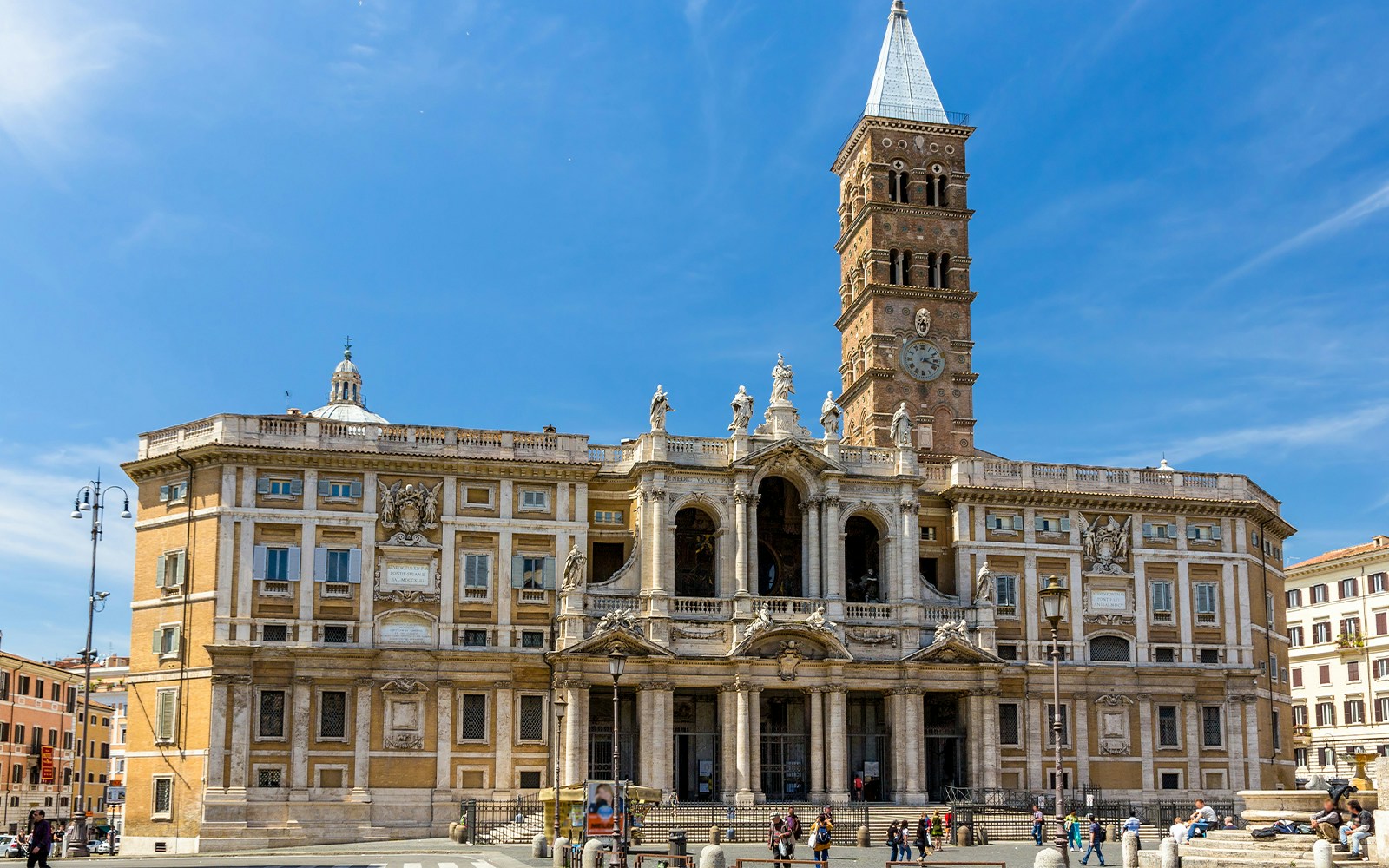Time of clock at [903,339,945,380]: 2:18
